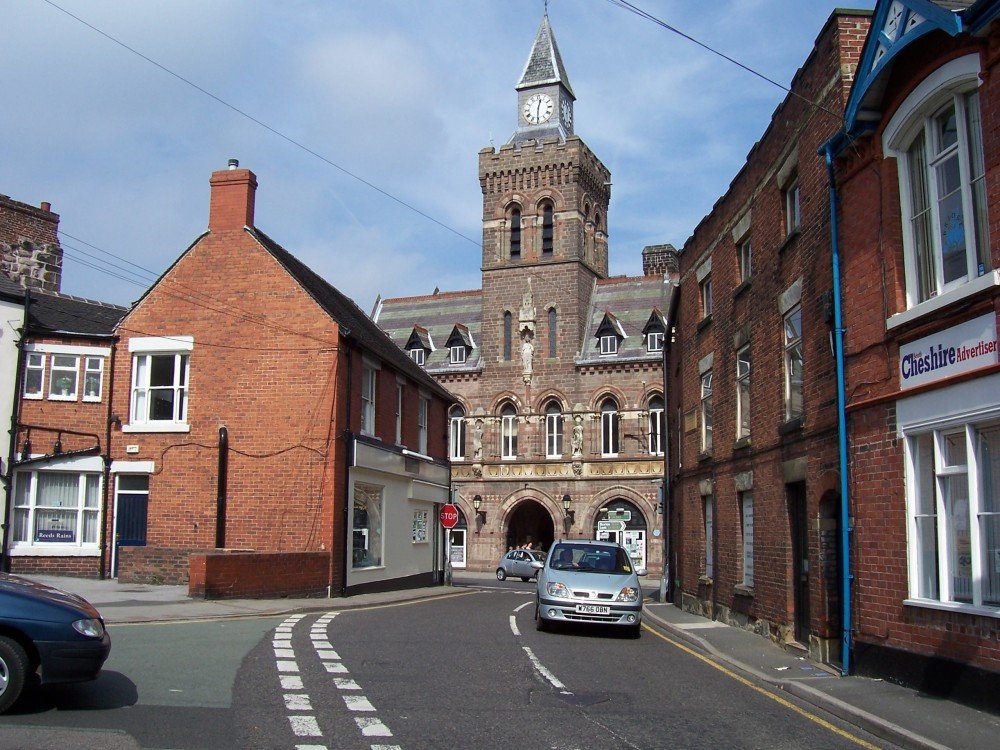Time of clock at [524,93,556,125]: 12:30
